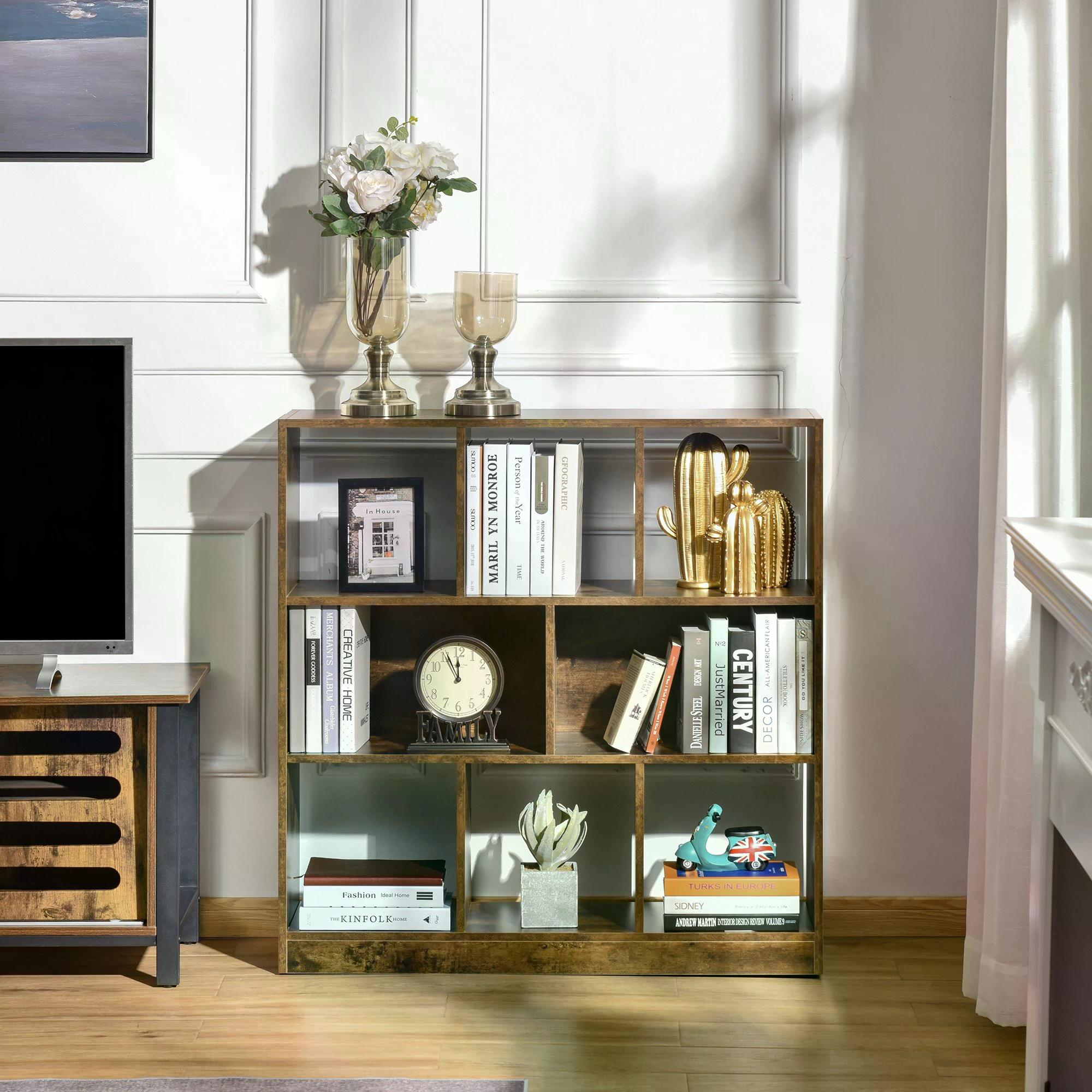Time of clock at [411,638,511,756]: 11:55
